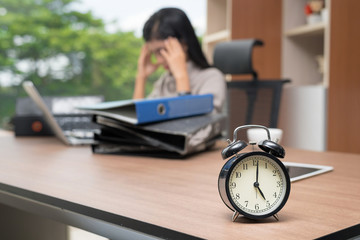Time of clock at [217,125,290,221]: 5:01
